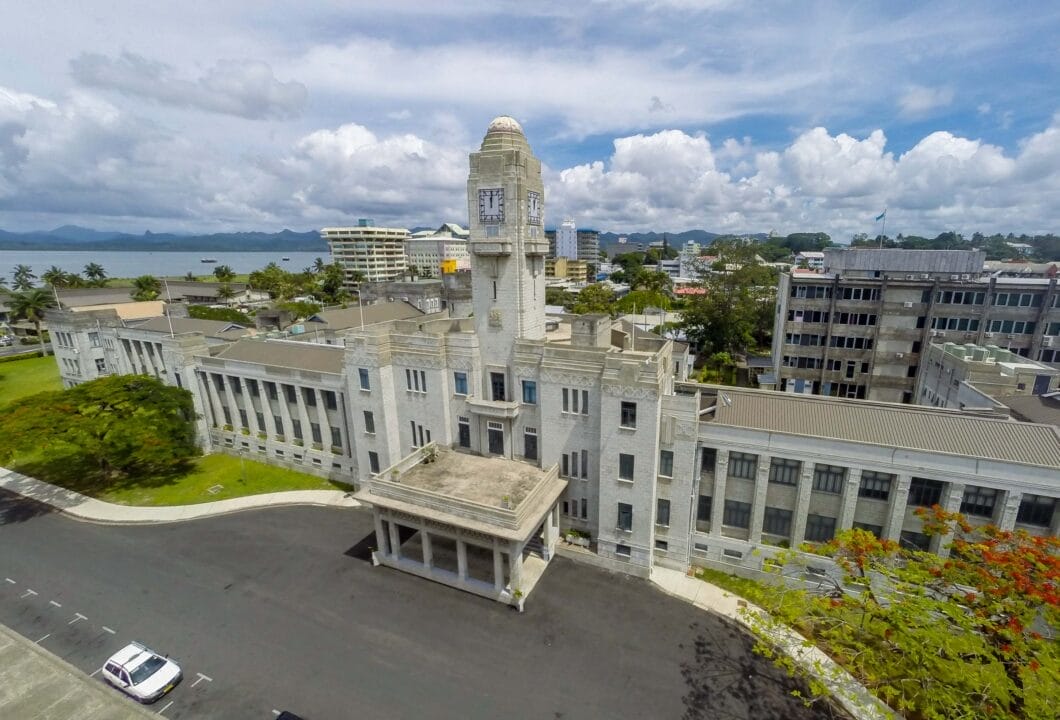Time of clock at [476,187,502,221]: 12:00
